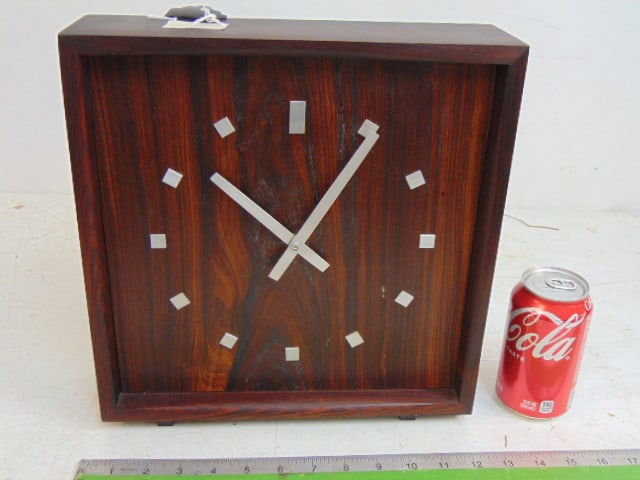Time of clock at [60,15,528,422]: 10:05
